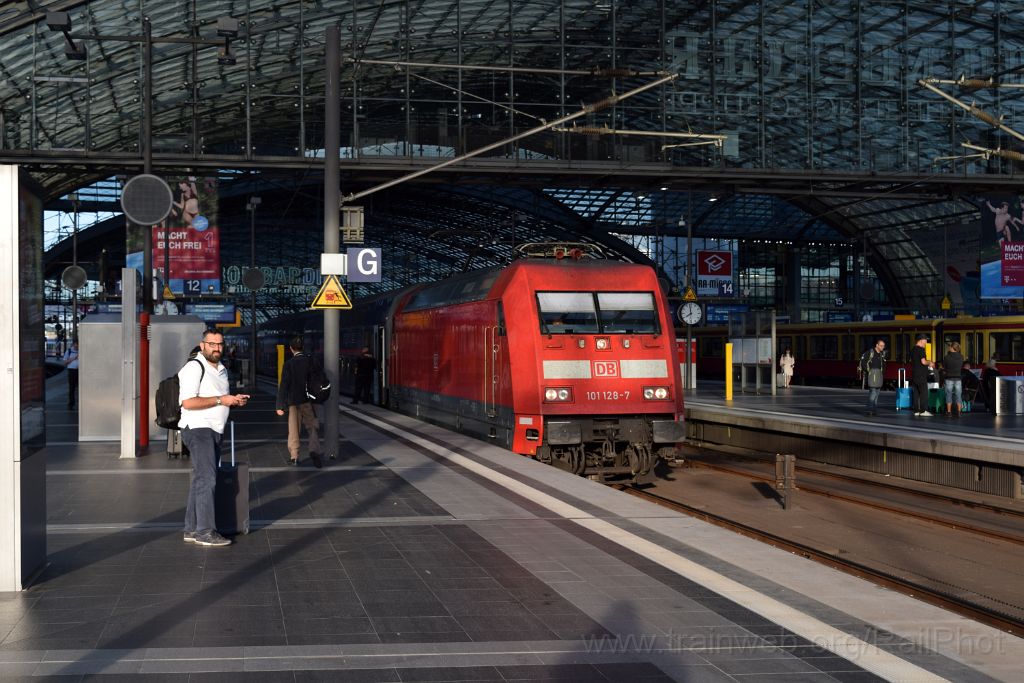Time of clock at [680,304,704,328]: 7:58
